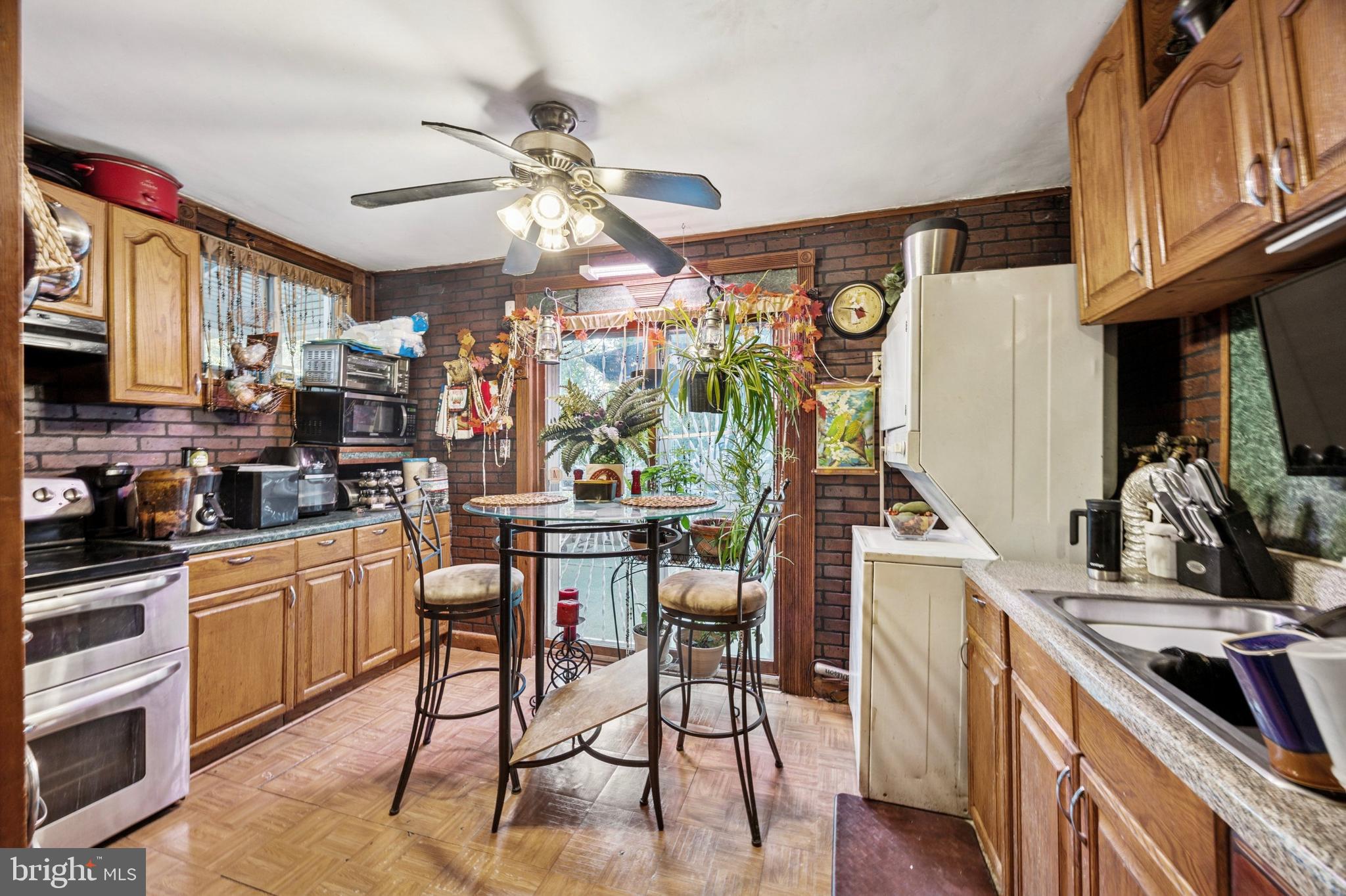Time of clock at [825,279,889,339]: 3:46
